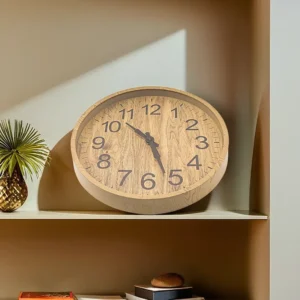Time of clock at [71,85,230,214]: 10:26
